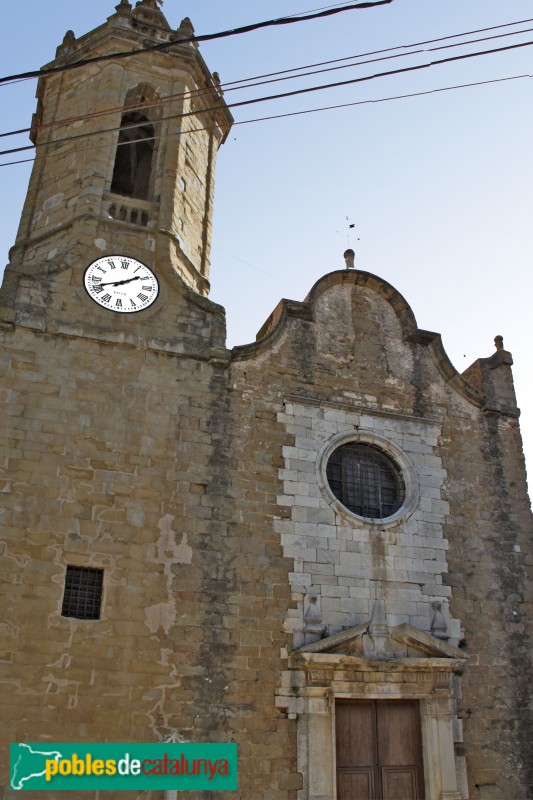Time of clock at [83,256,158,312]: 1:41
